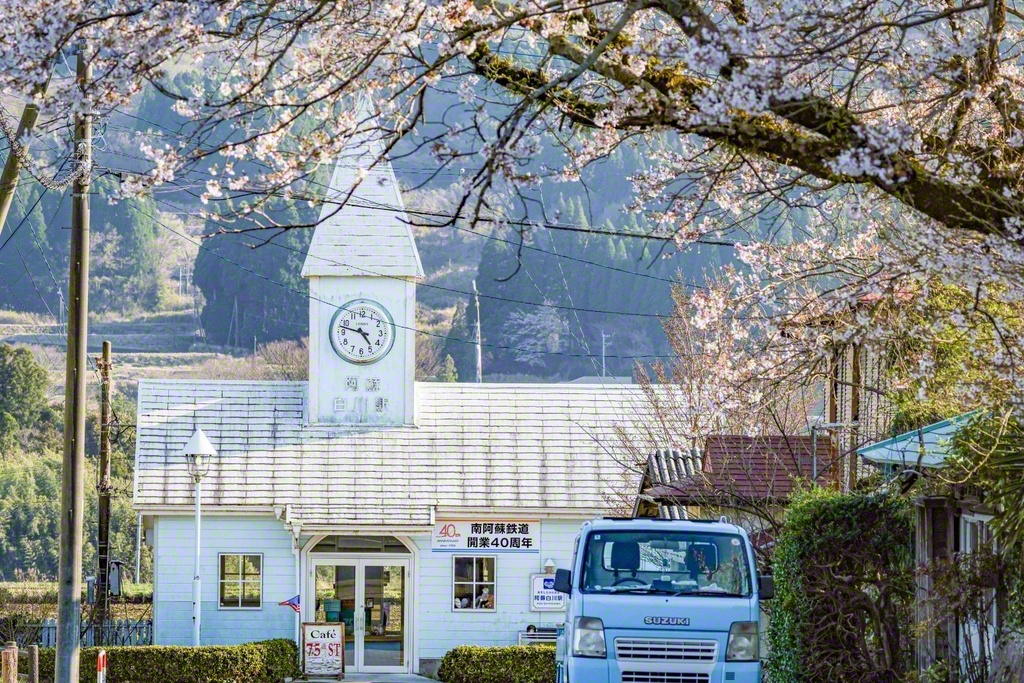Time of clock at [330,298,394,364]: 4:47
